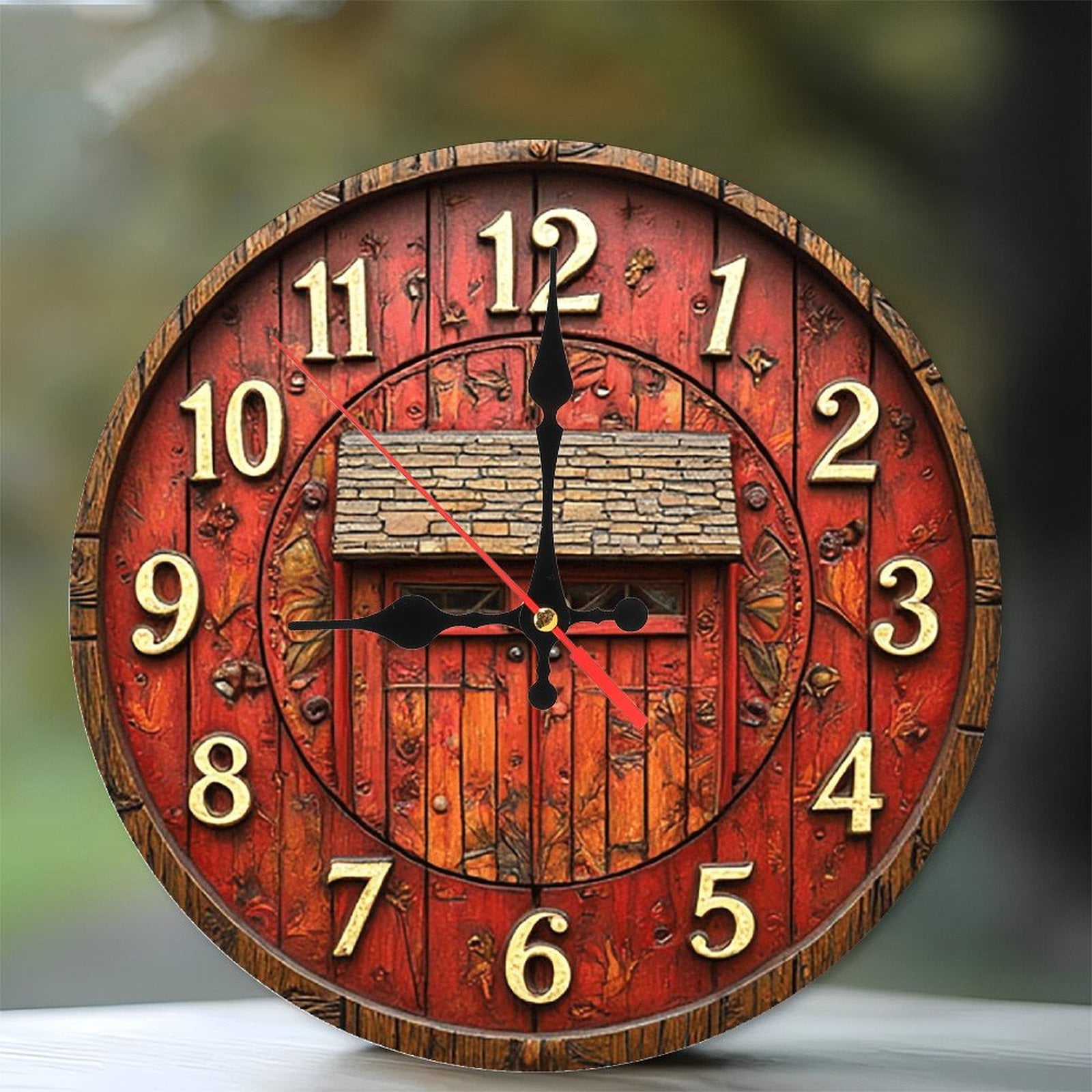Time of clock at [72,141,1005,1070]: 9:00
